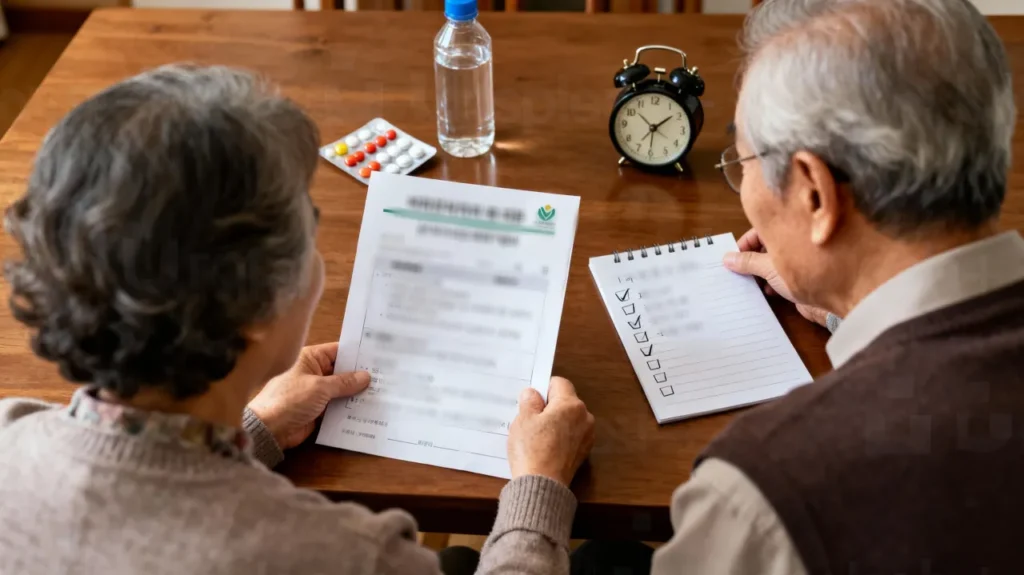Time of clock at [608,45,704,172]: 1:51
